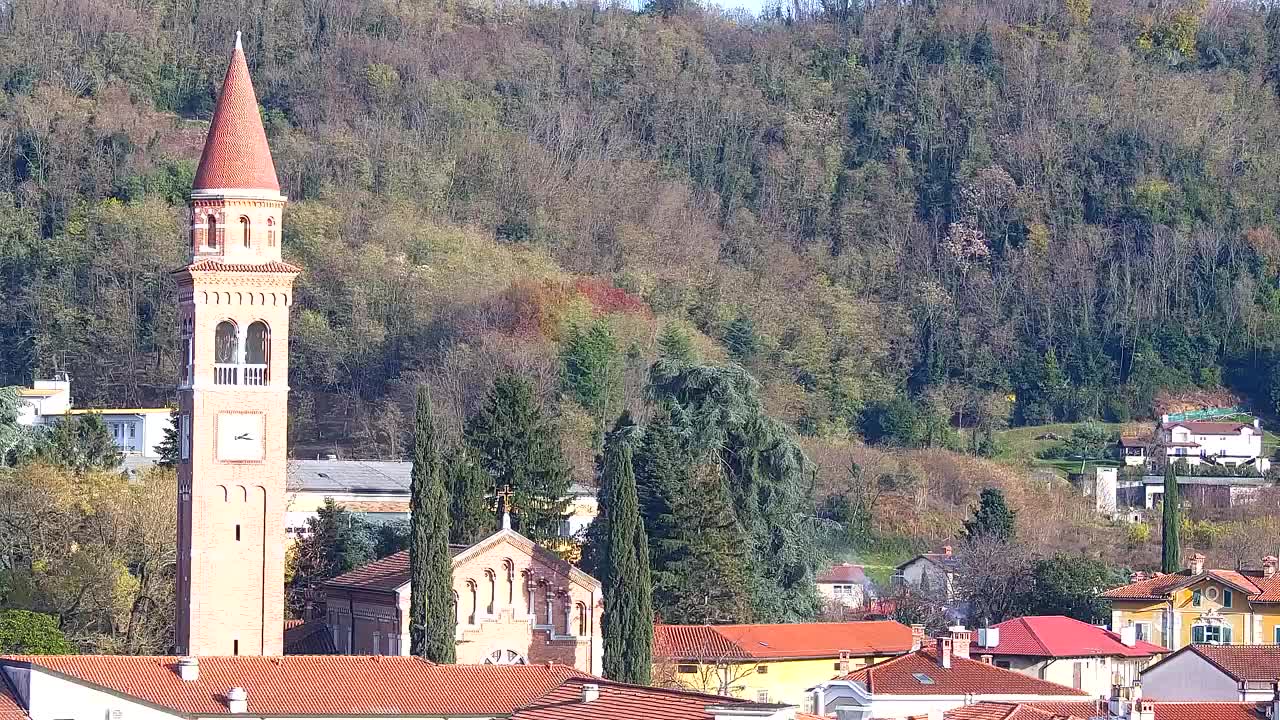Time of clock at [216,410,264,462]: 2:15
